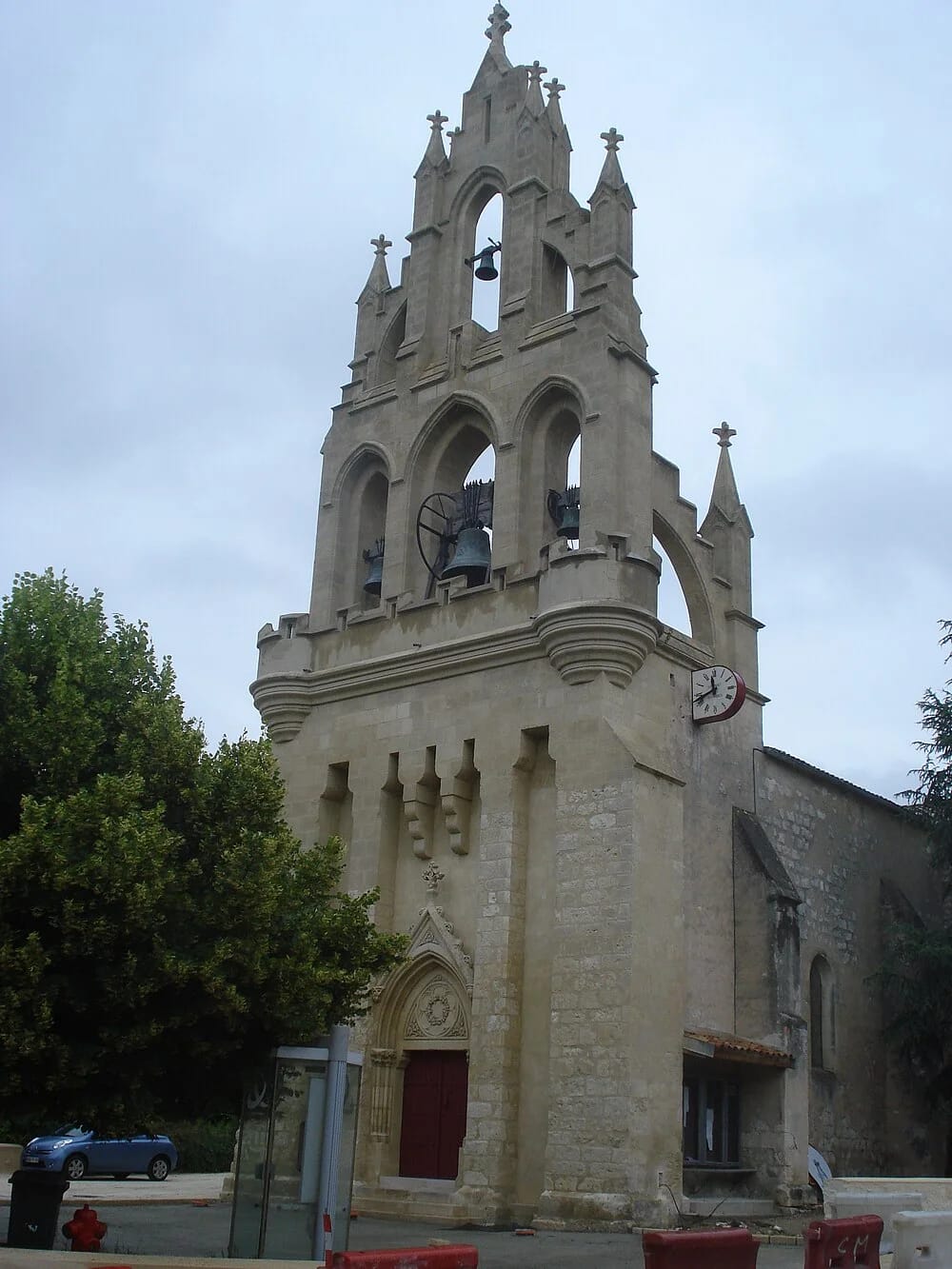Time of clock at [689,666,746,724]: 11:41
